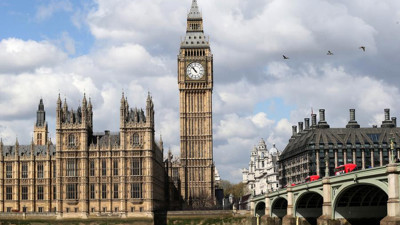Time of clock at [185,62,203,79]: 10:52
